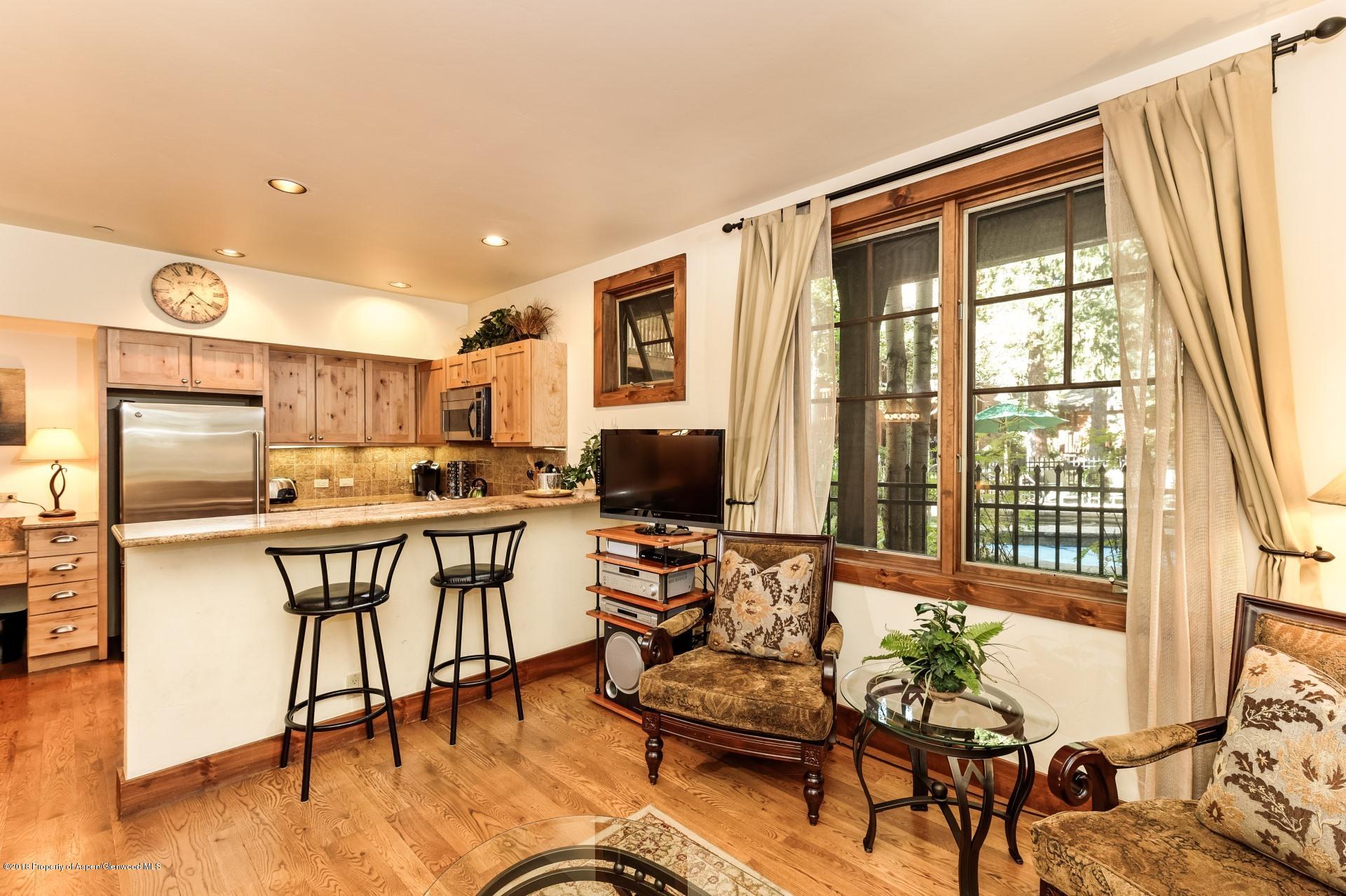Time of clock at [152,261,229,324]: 7:21
